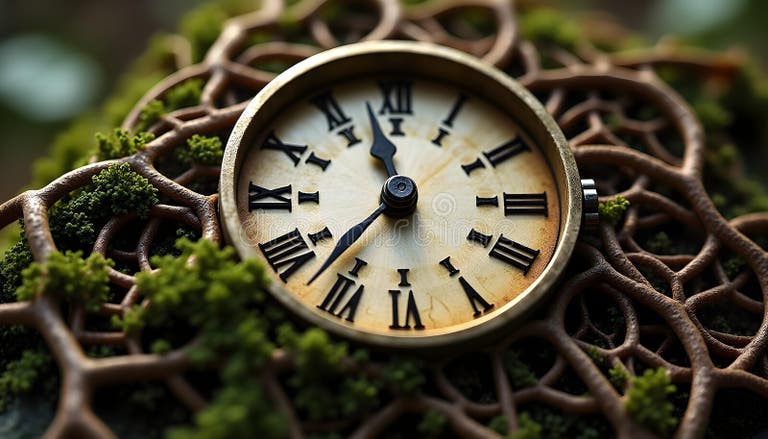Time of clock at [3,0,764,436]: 11:36
